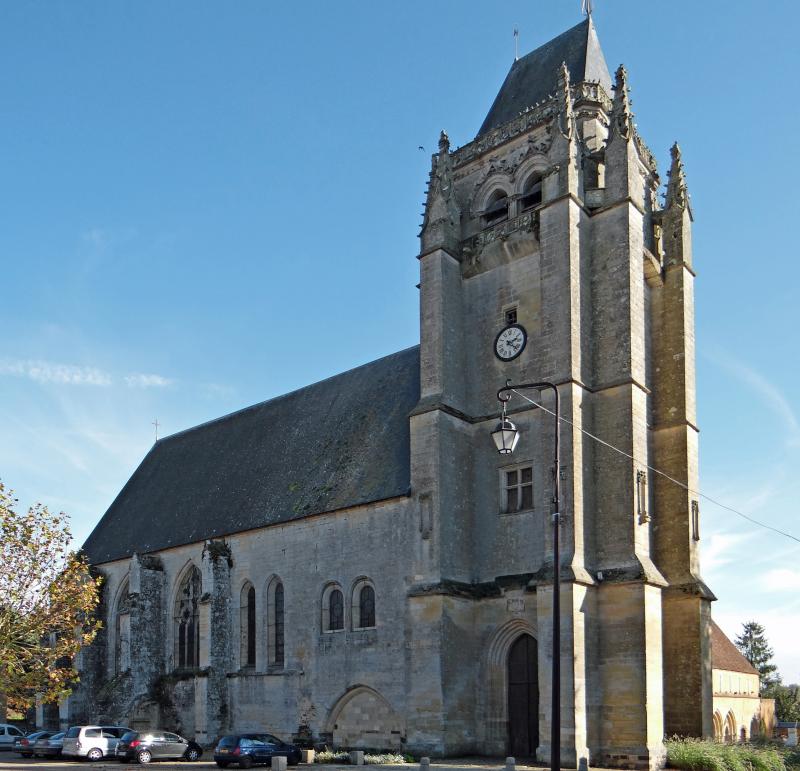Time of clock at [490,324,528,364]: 2:21
